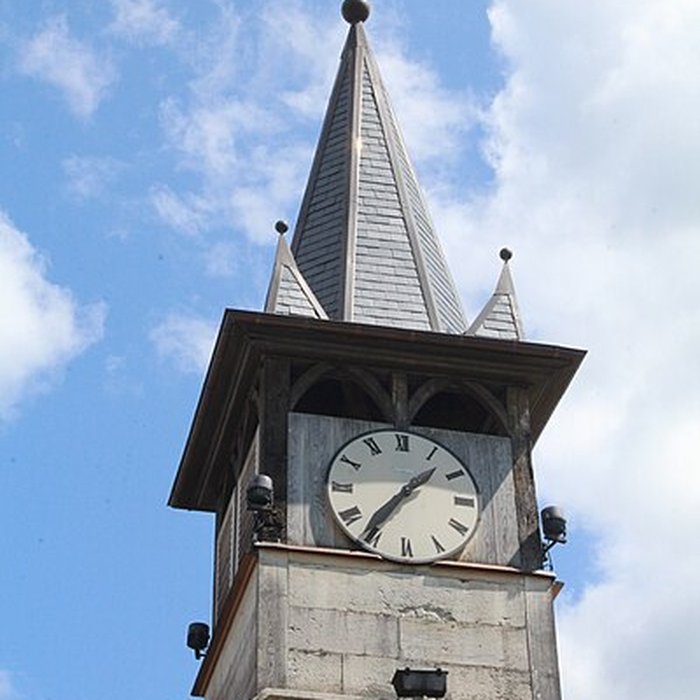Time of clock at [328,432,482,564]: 1:36
